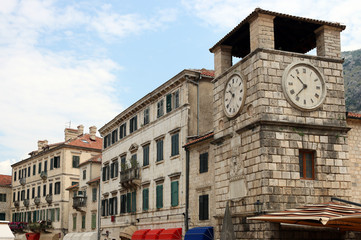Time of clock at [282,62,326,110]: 10:36
